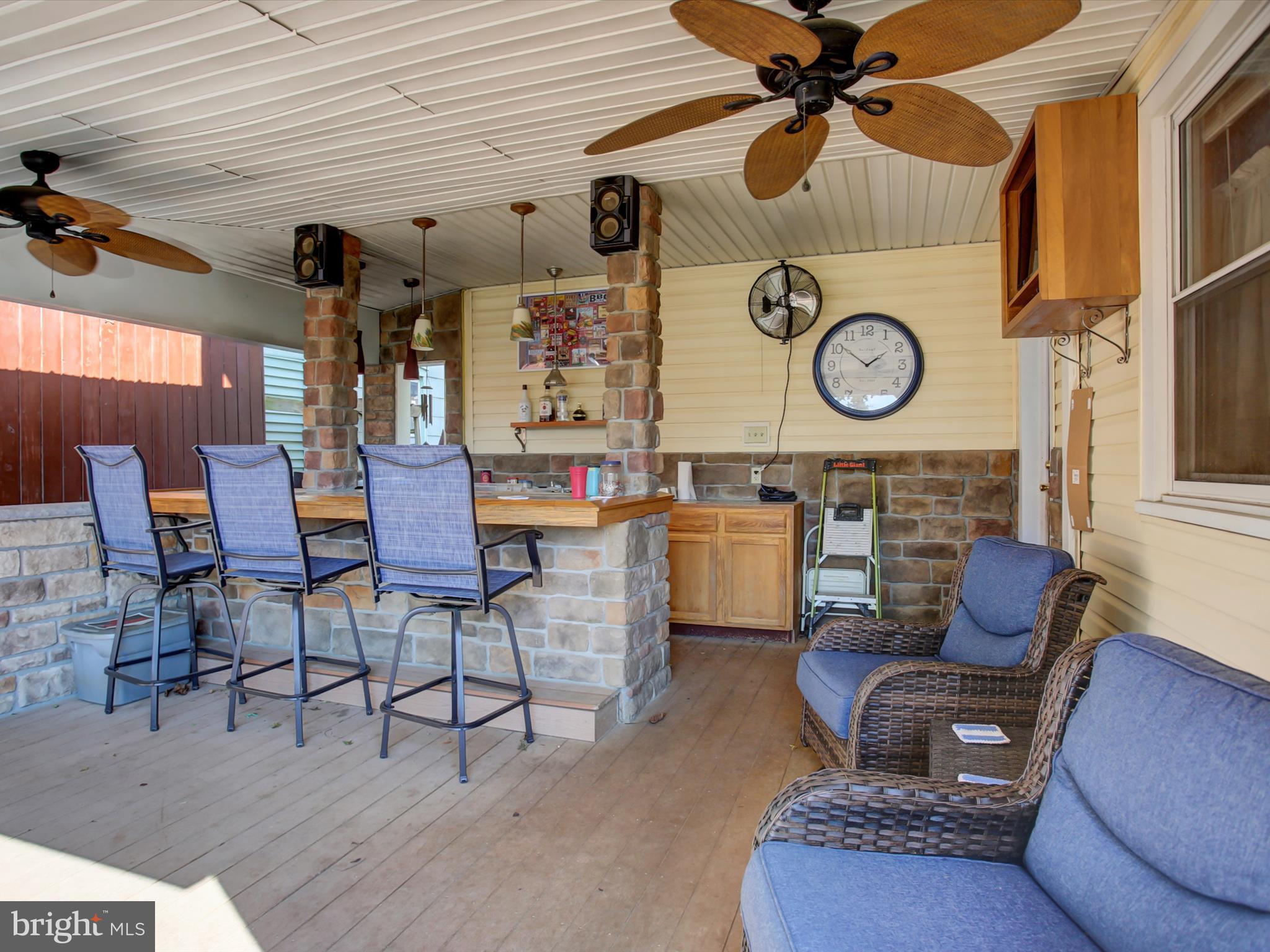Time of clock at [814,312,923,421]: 1:51
